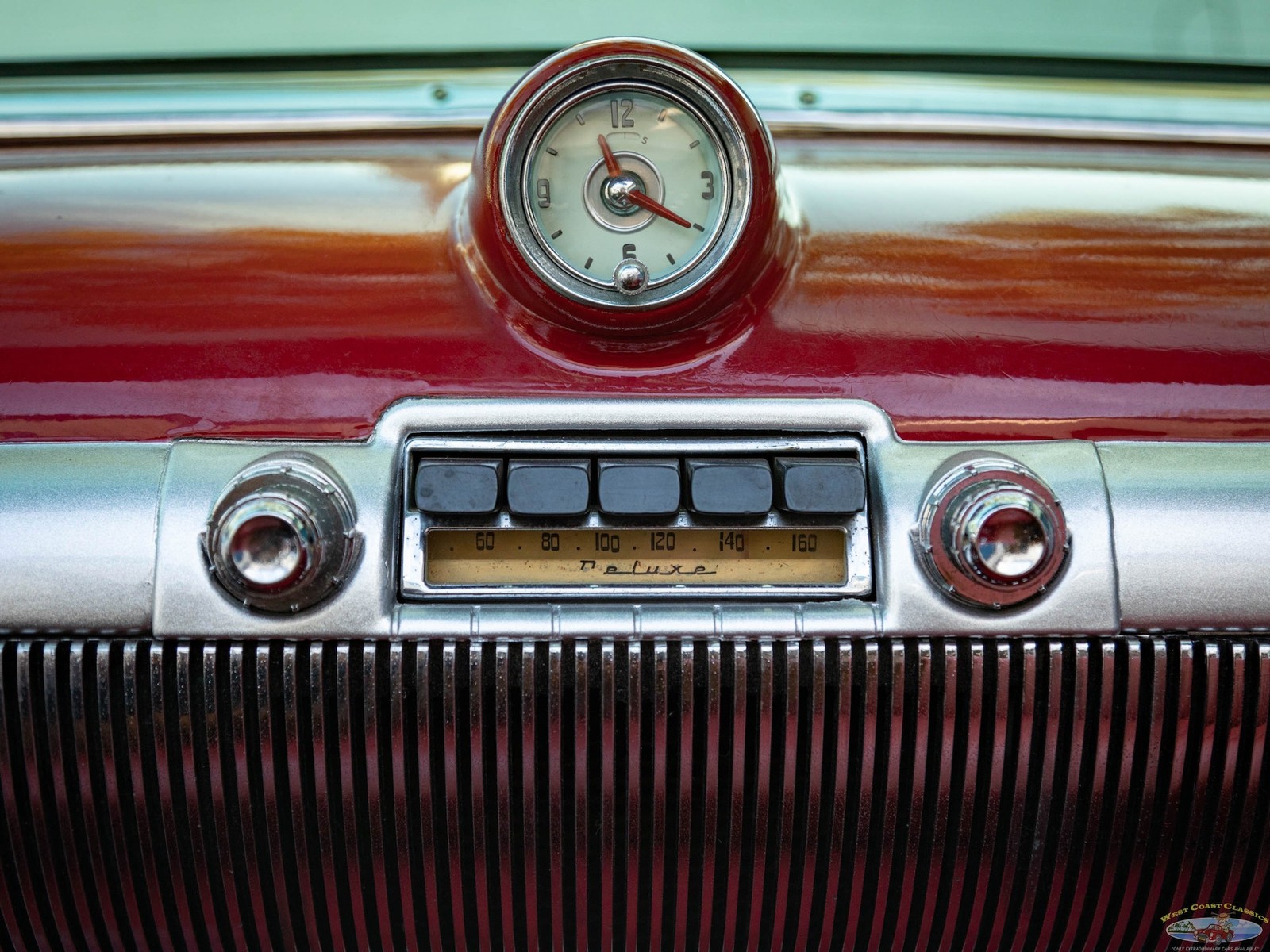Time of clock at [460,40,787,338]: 11:20
